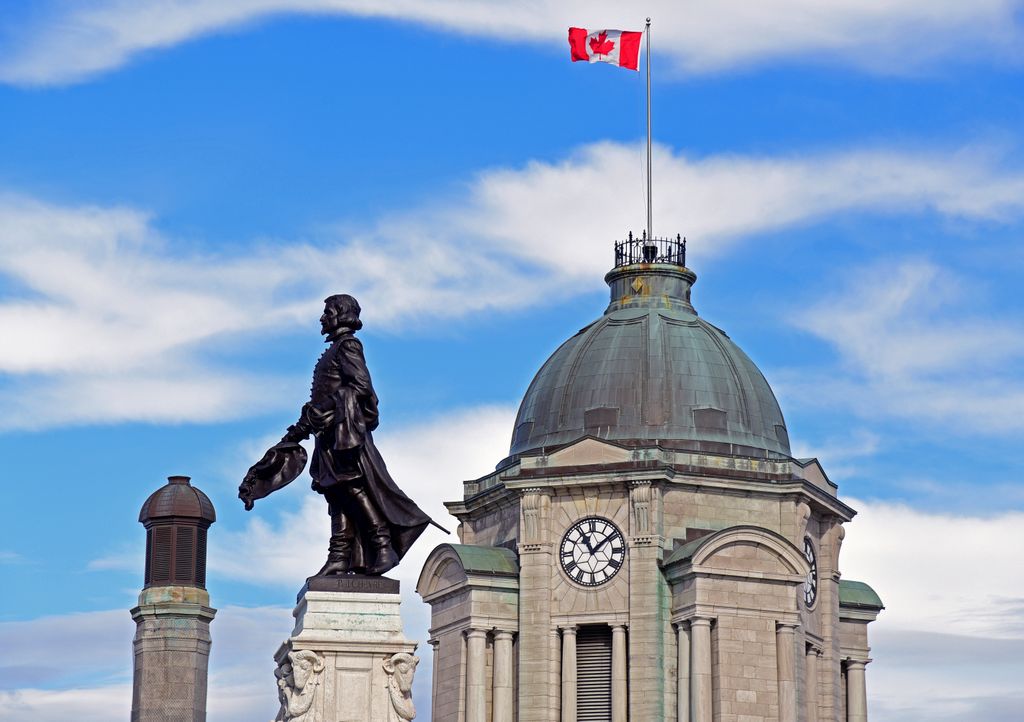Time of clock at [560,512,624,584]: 11:08
